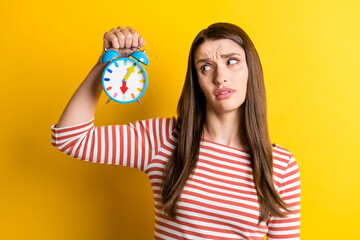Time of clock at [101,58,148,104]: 6:05
